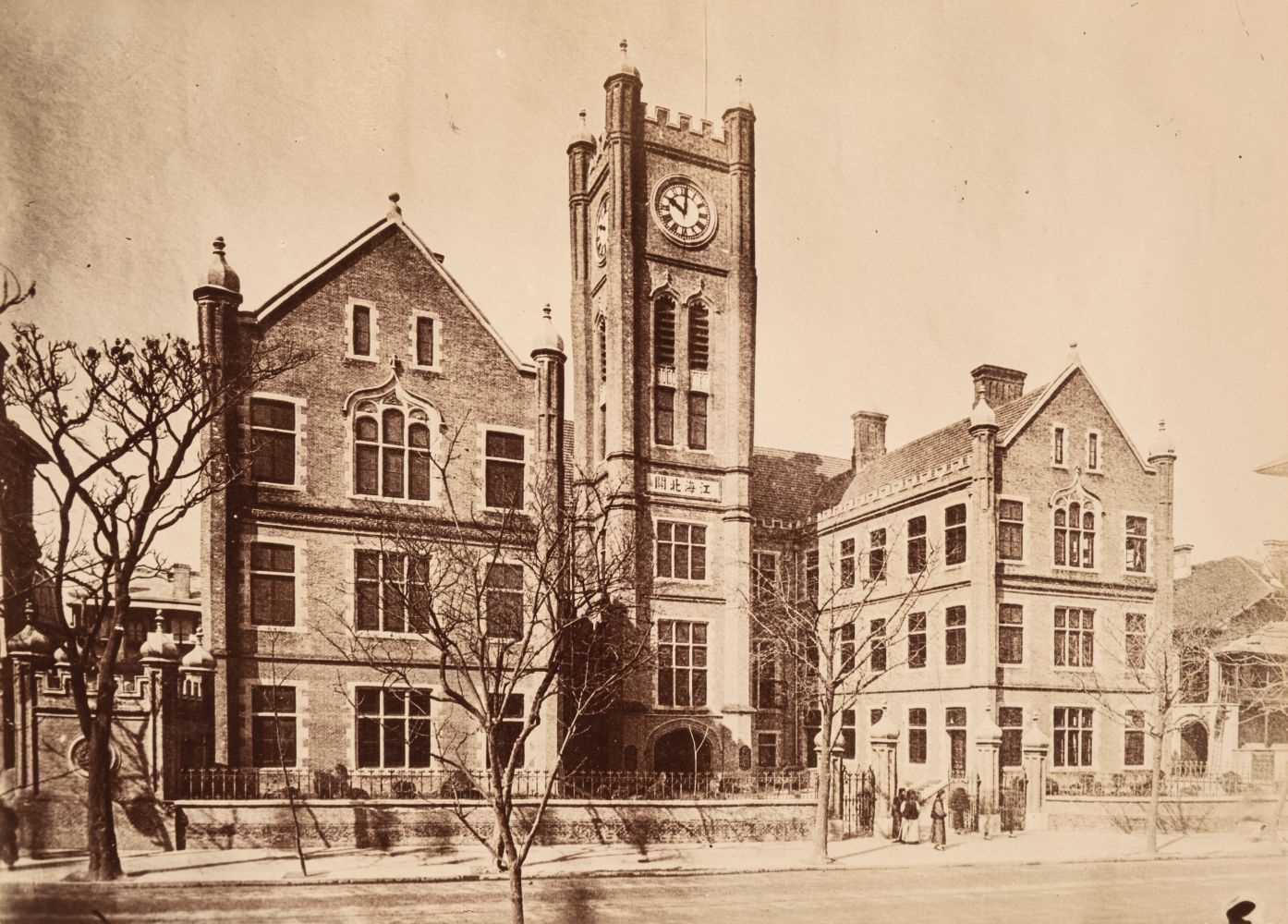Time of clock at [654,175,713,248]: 10:00
